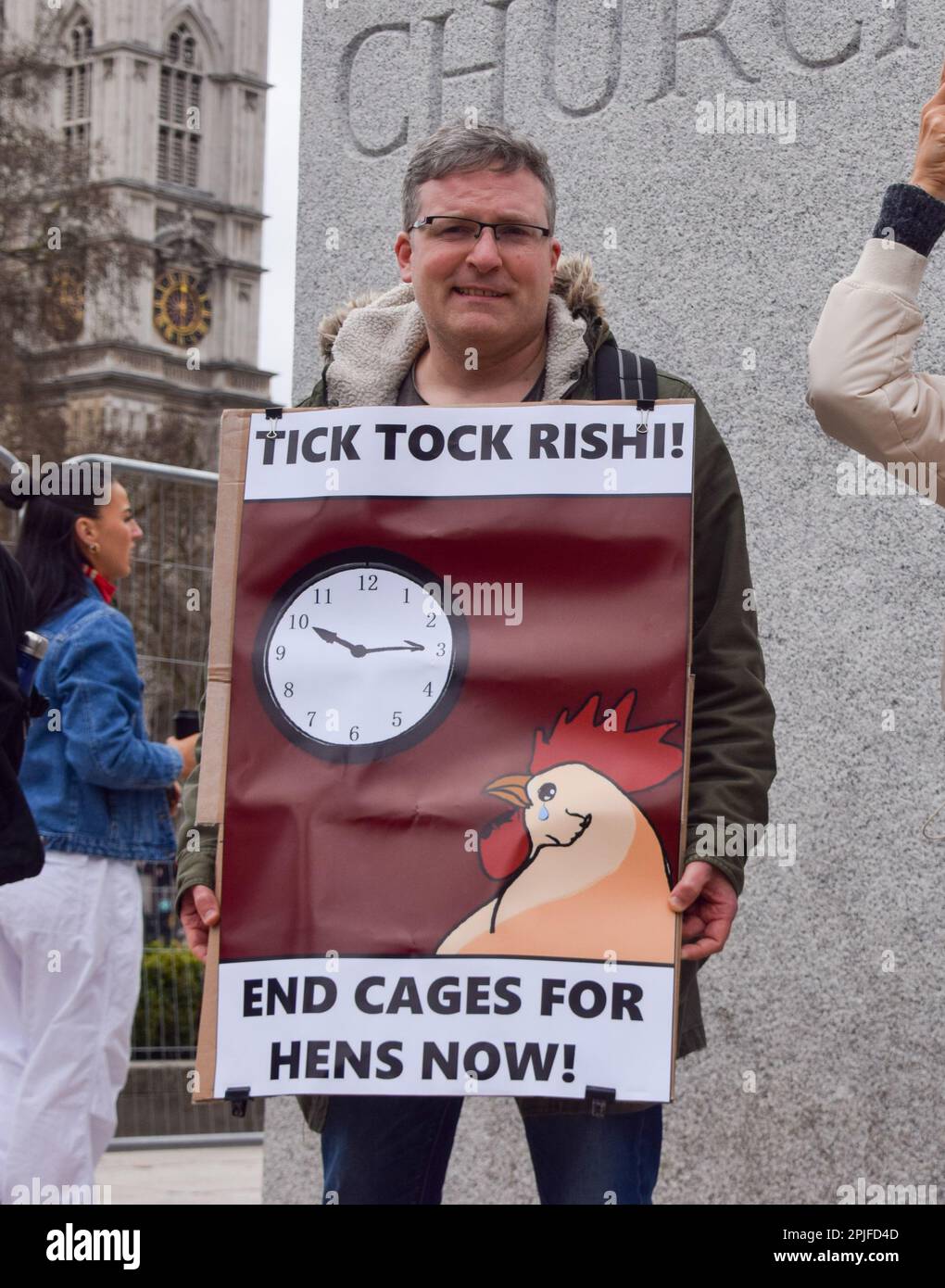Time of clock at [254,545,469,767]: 10:14
